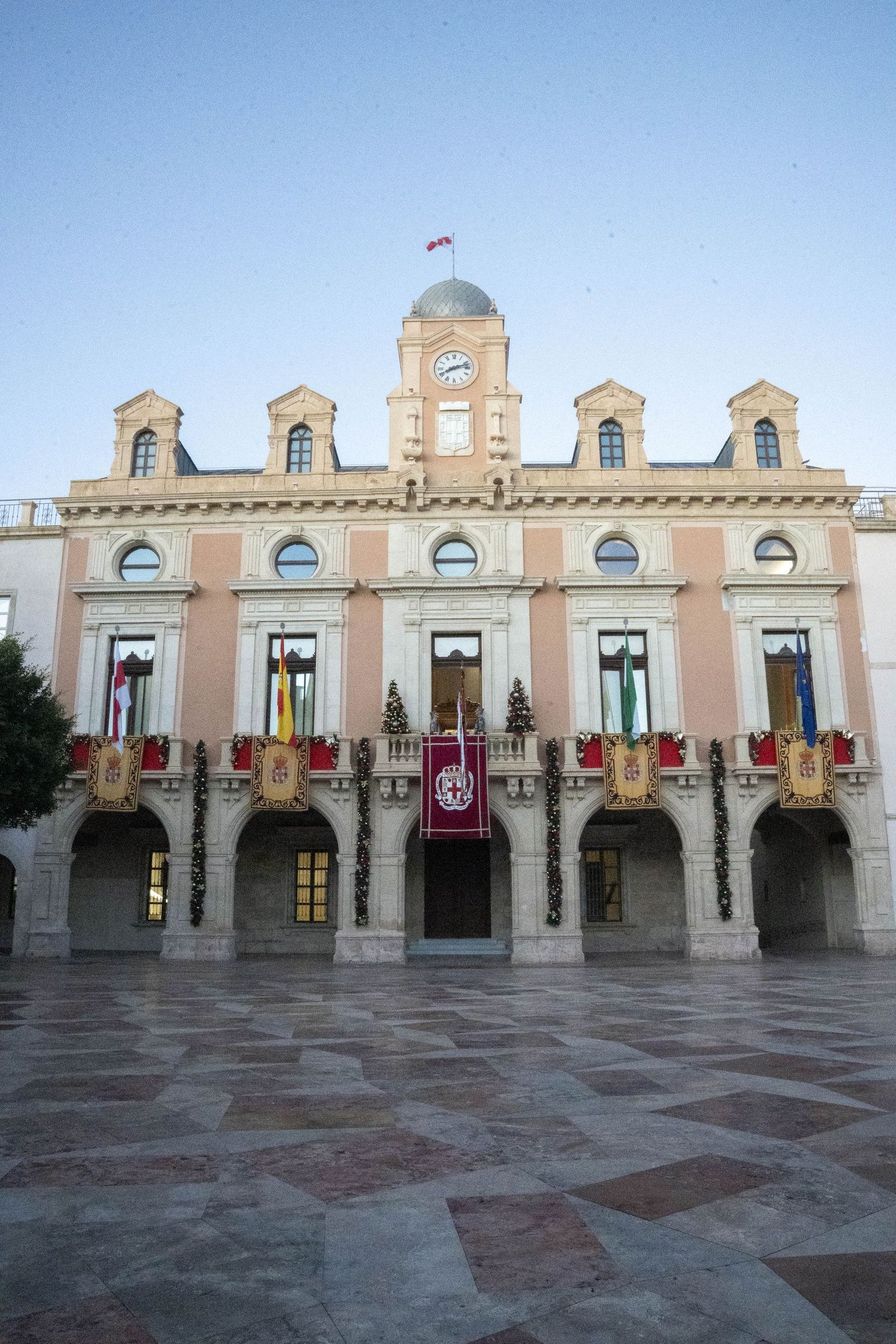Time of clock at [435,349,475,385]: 8:12
